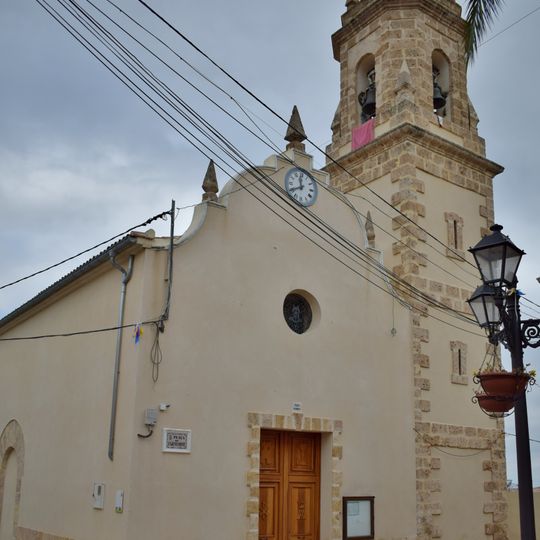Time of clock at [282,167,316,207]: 11:40
